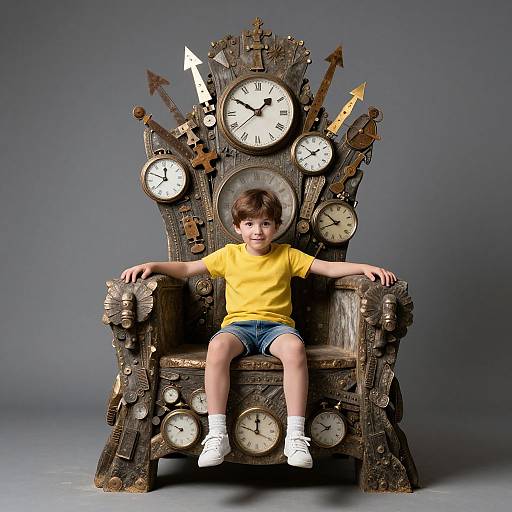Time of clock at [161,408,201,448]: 9:50
